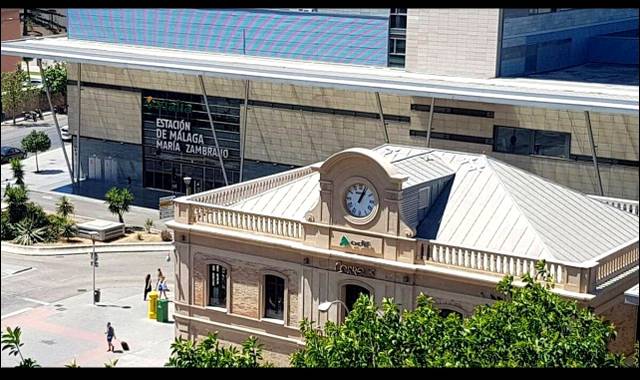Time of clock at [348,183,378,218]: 1:03
